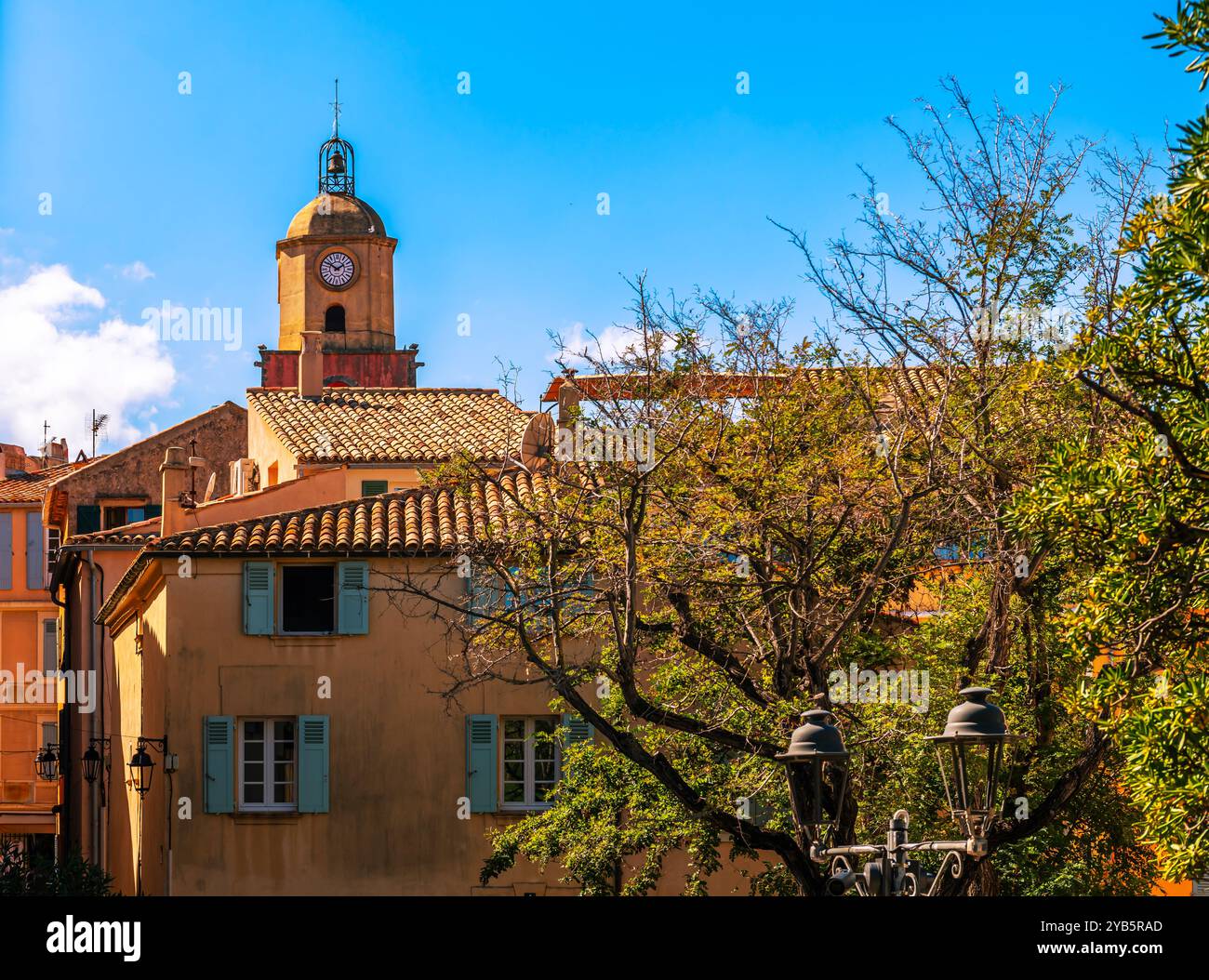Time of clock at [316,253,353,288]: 1:50
